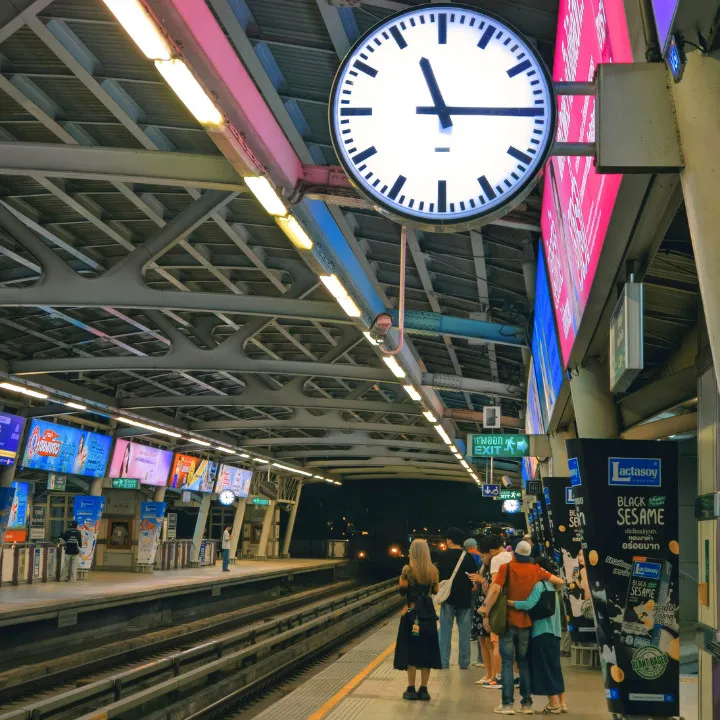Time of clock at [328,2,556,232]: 11:15
